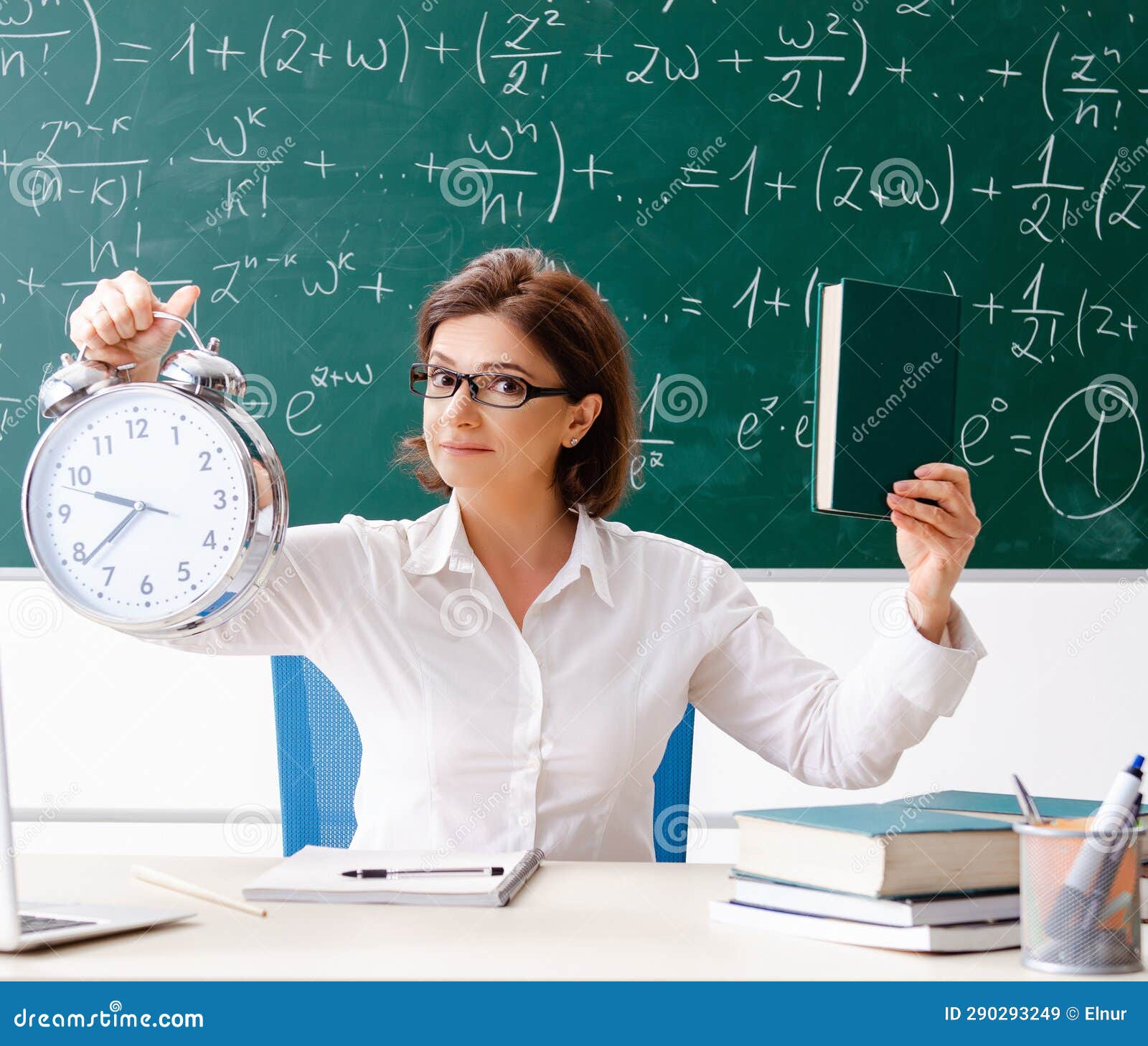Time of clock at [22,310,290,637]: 9:38
